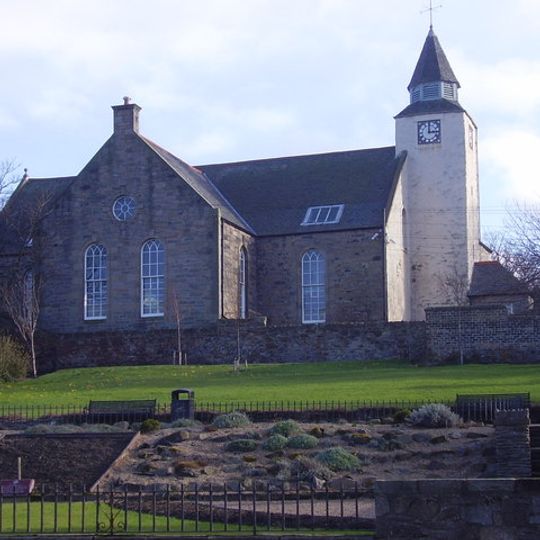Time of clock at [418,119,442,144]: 2:59
